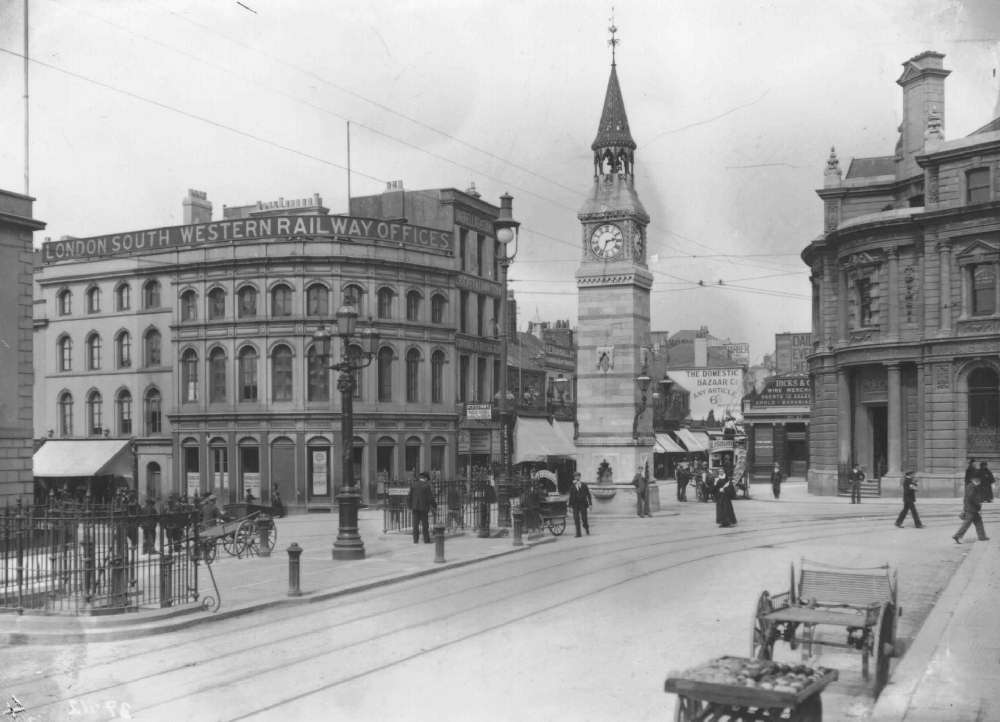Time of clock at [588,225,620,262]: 2:33
